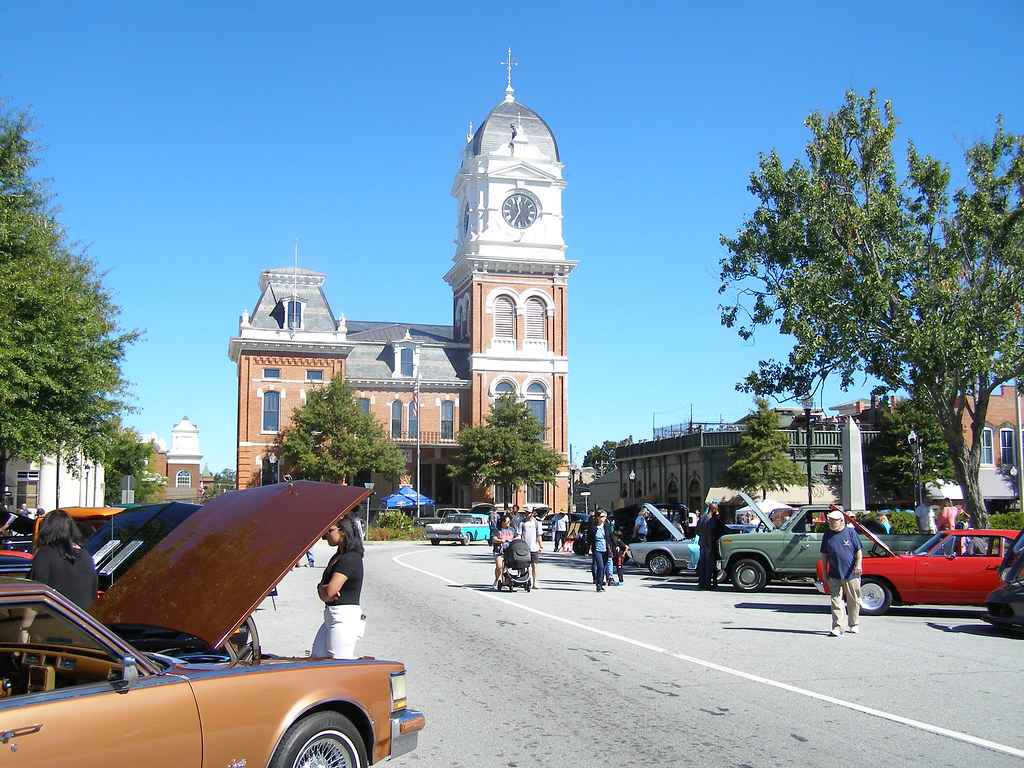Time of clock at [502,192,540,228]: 11:35
